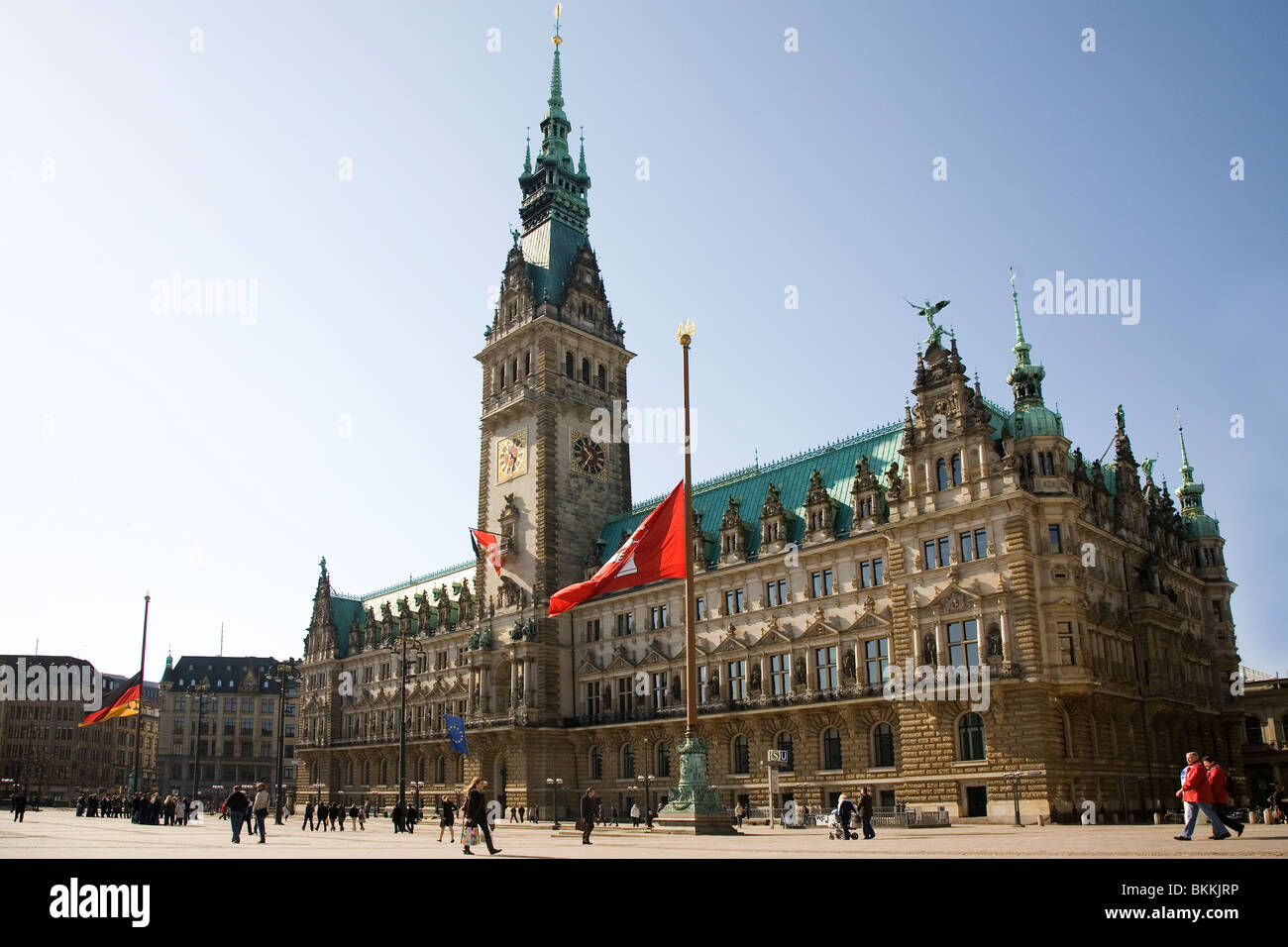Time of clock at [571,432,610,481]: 10:36
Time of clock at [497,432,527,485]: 10:32
